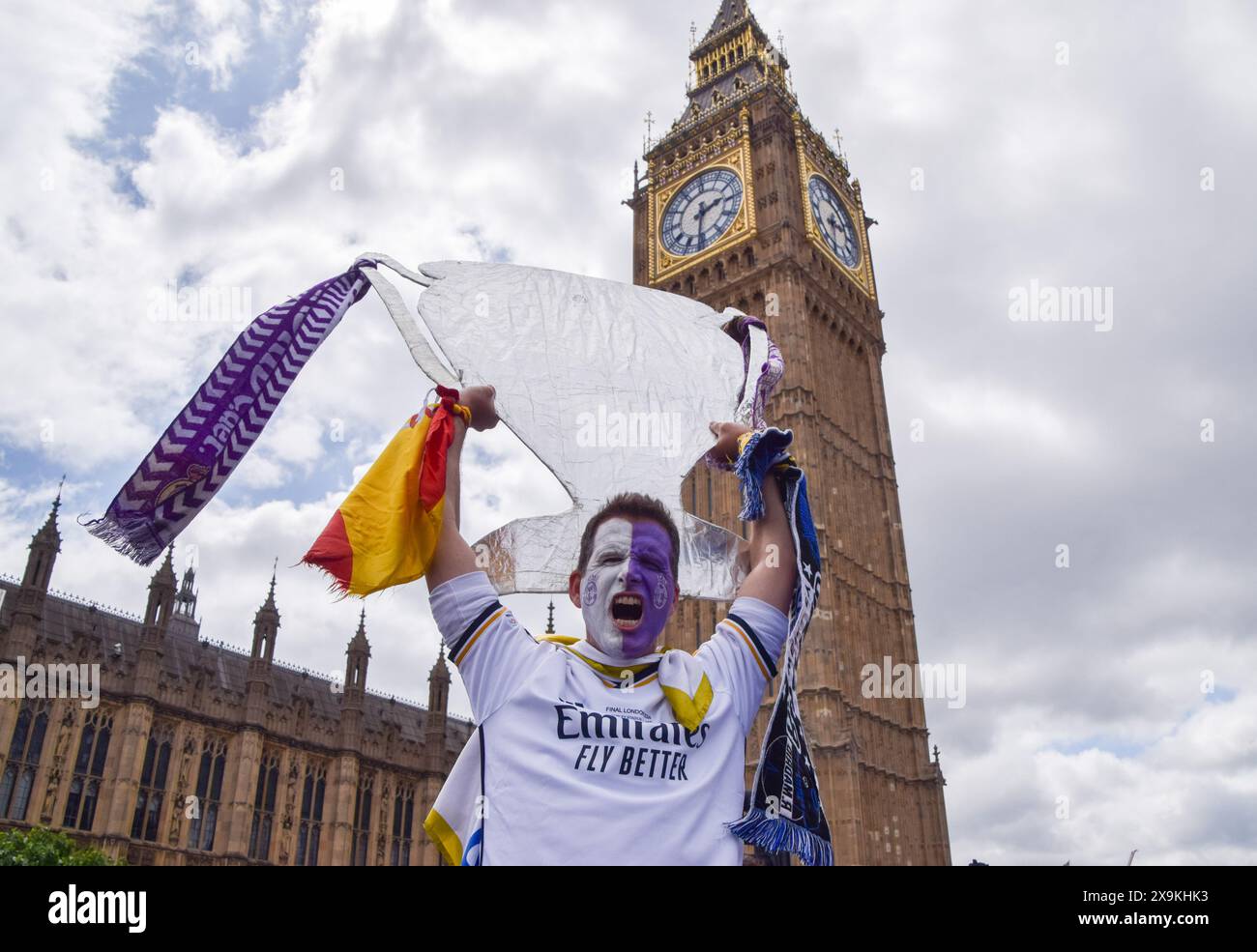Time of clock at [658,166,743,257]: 2:31
